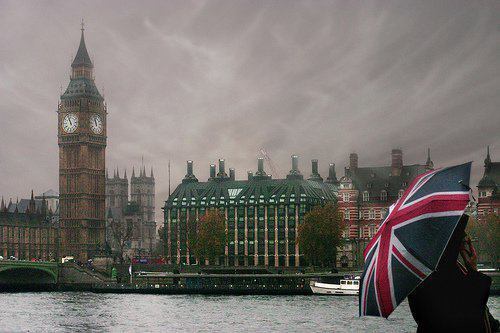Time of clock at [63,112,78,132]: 10:56
